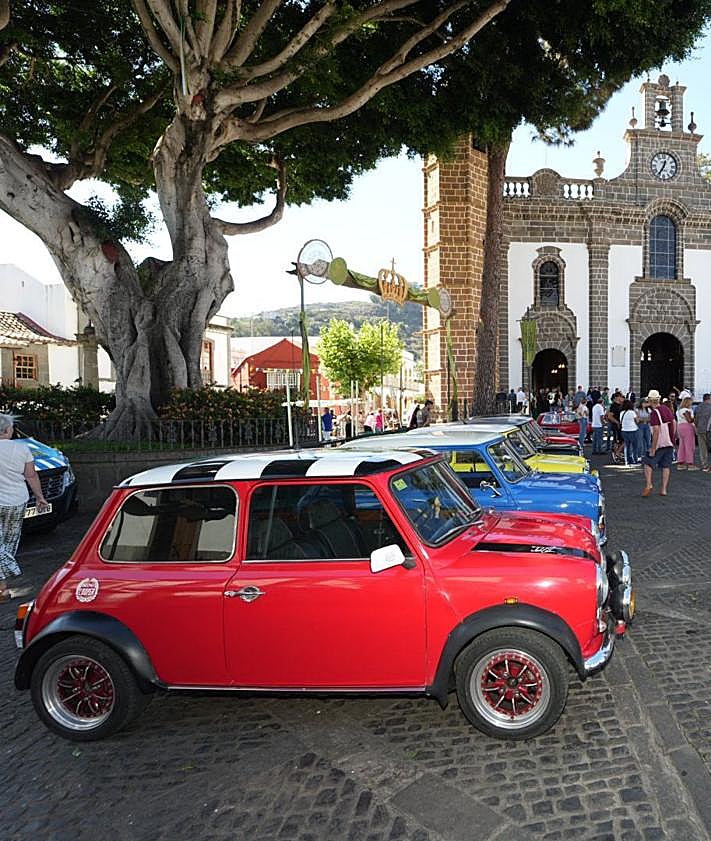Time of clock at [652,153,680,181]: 12:34
